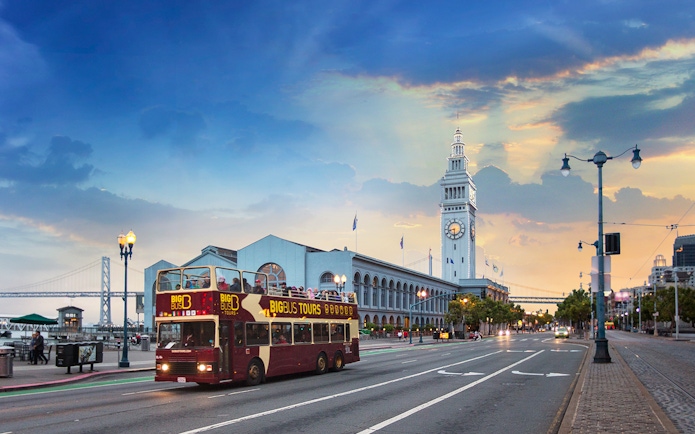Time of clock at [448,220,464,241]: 8:30
